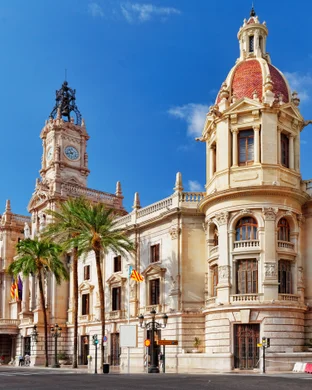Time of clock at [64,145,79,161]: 10:42
